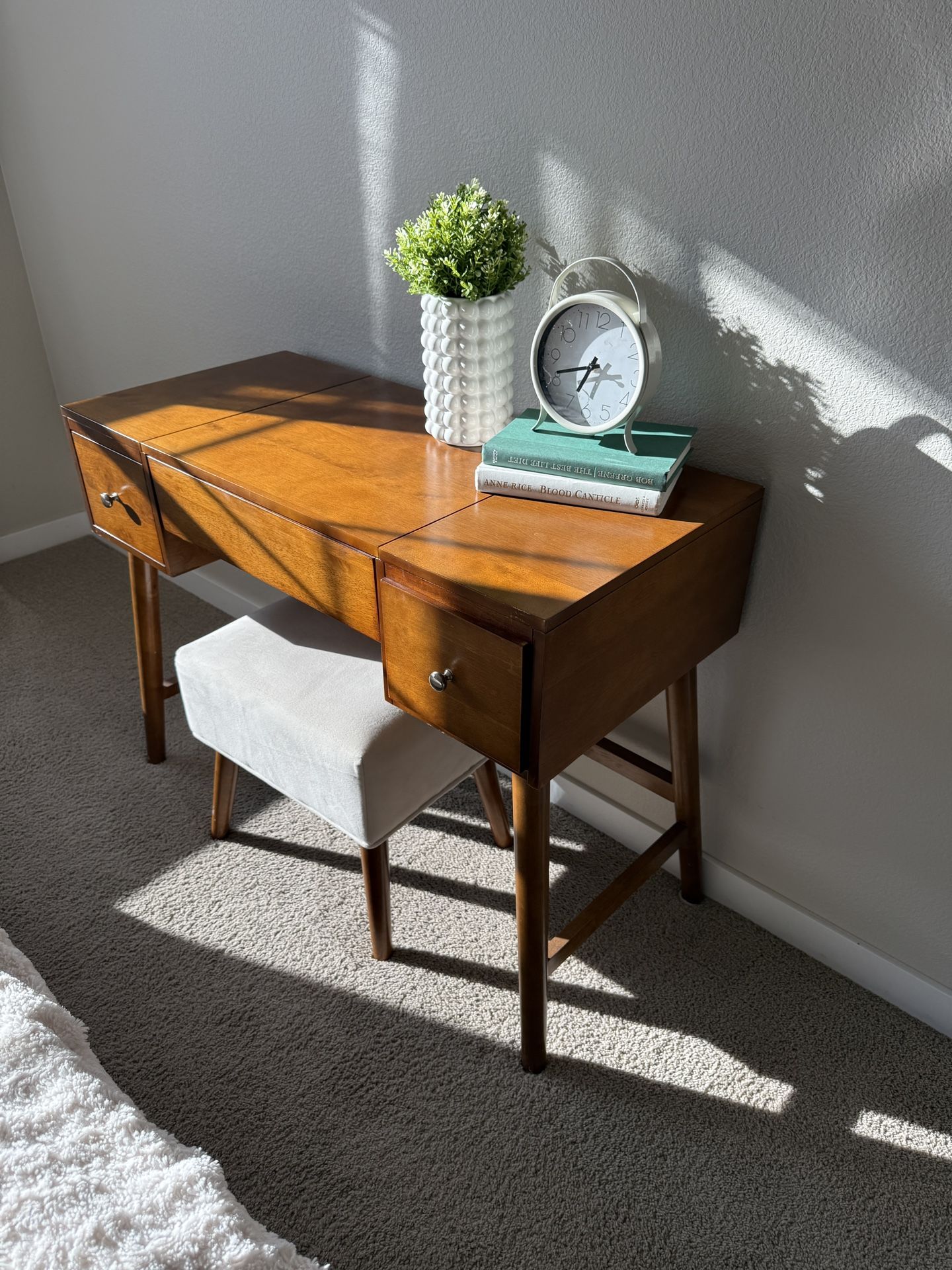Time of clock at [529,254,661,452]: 6:41
